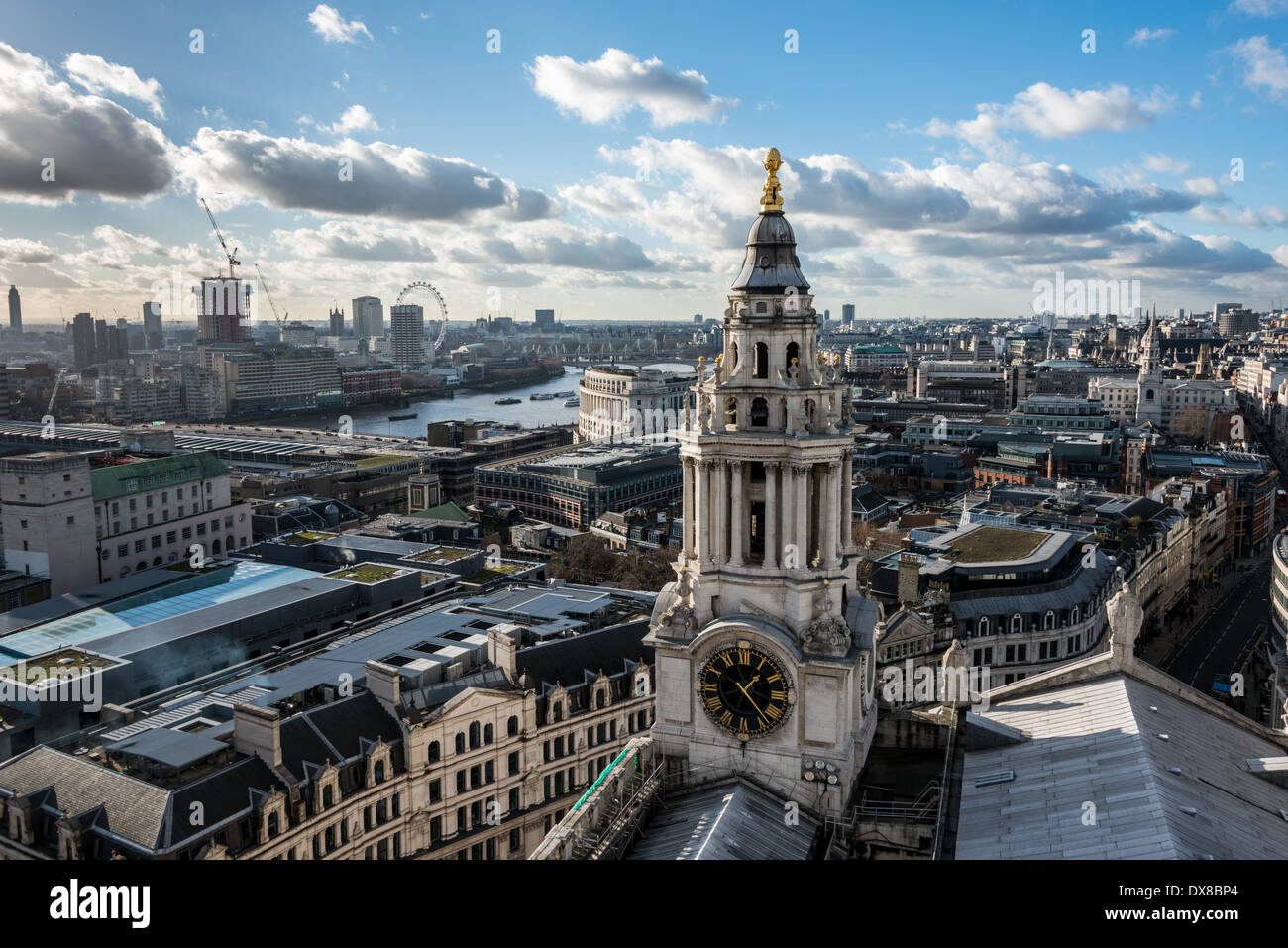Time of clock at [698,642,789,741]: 1:16
